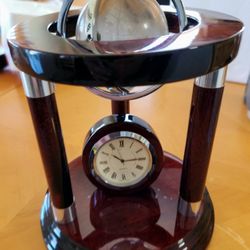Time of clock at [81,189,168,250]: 10:14
